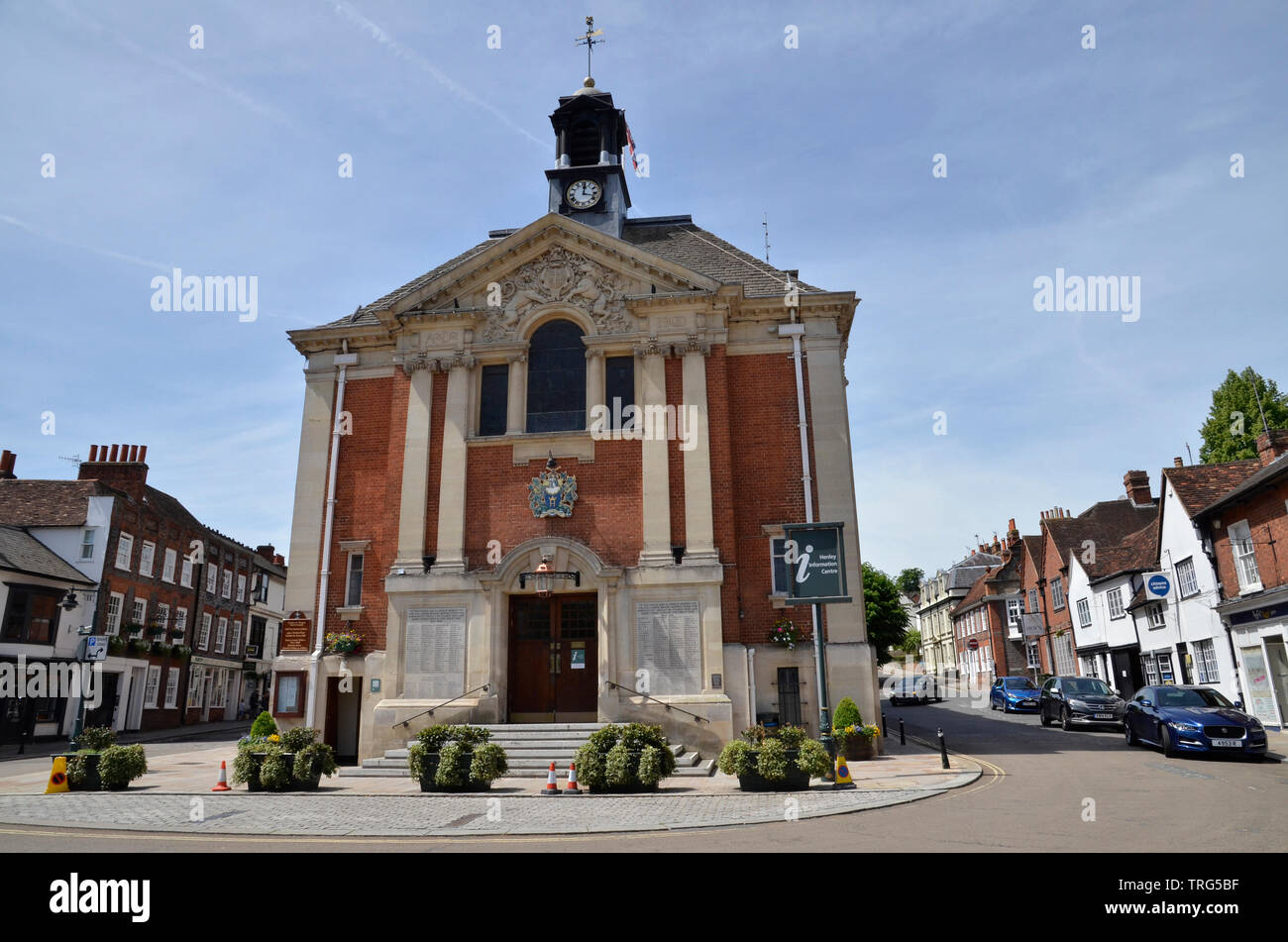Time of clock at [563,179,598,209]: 12:17
